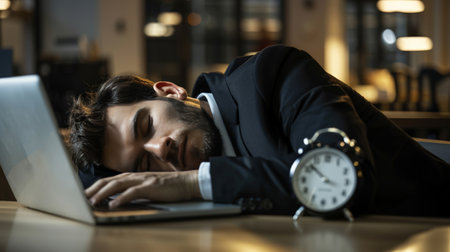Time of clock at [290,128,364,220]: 3:52
